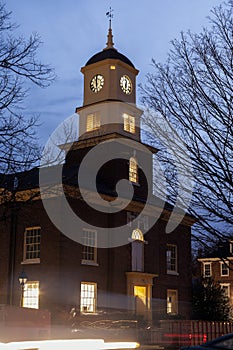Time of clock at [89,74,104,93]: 5:59
